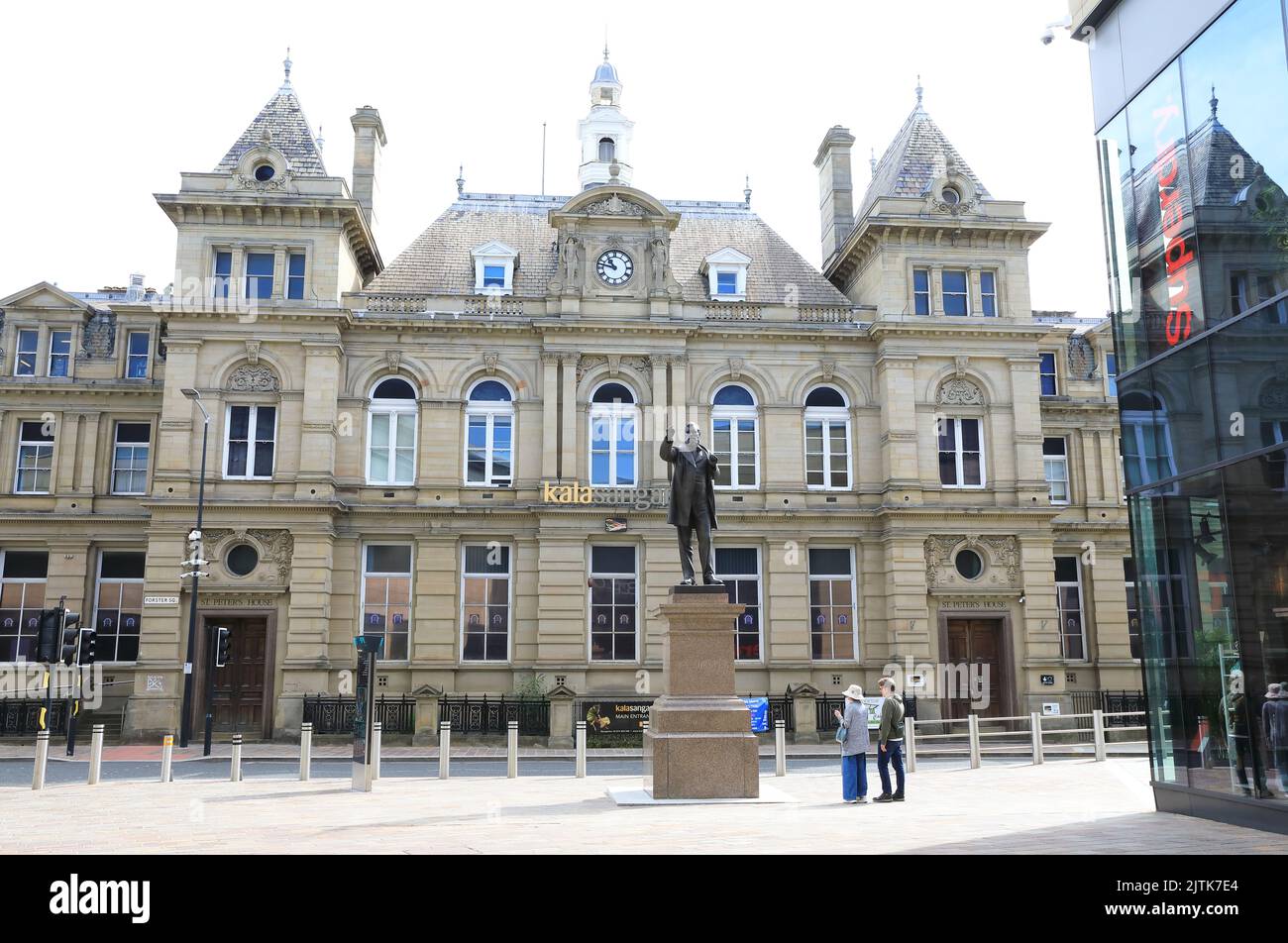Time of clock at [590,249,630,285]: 10:47
